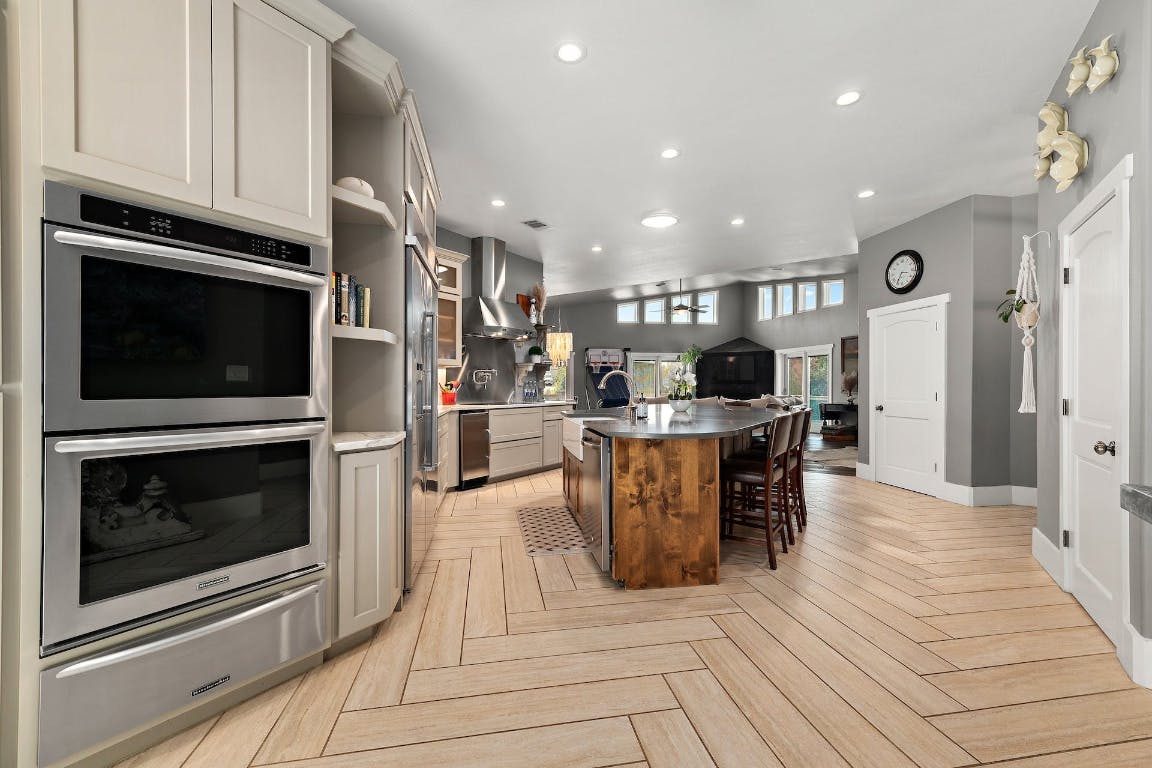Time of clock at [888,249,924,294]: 3:34
